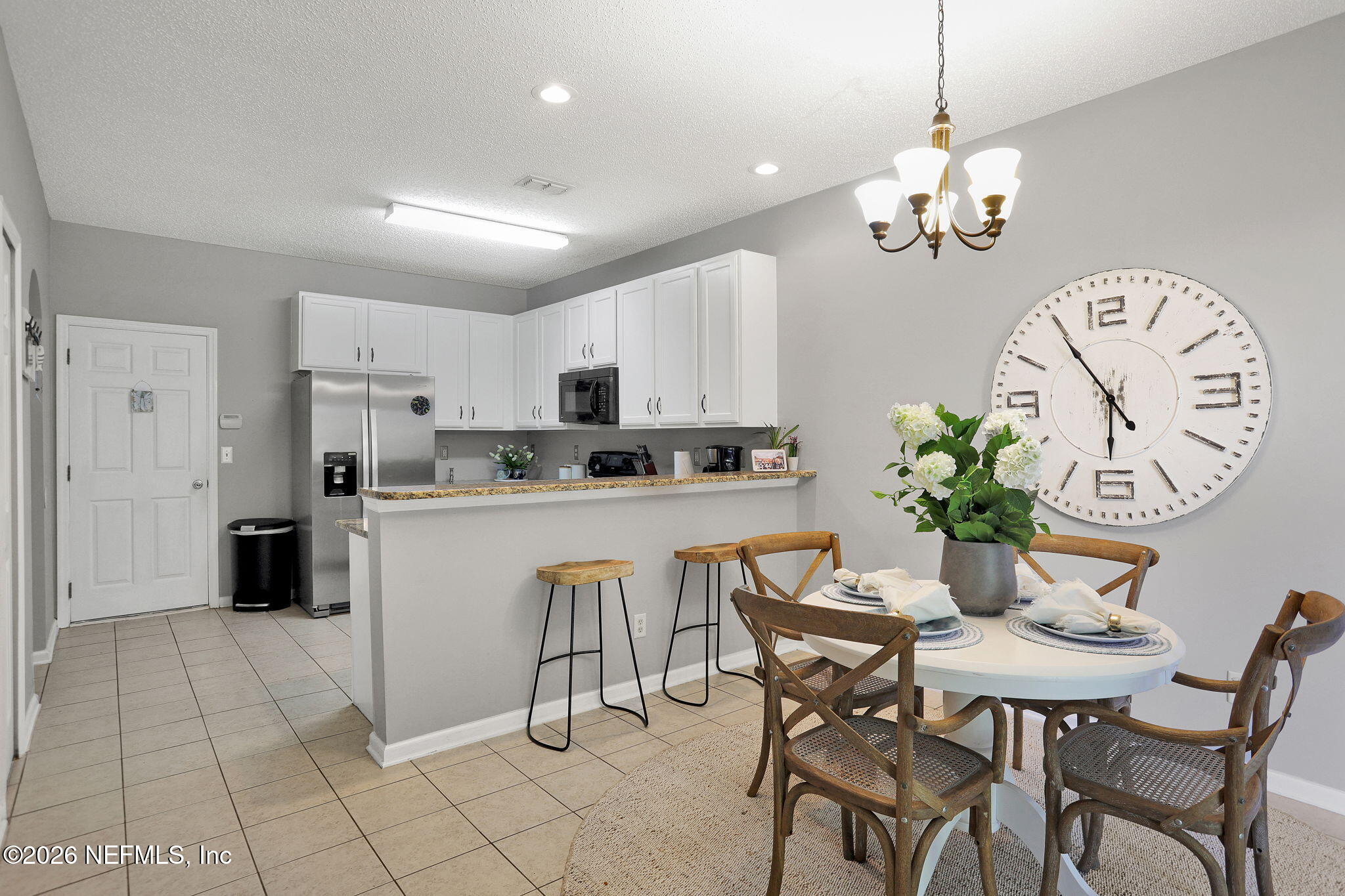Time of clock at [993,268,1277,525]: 5:54
